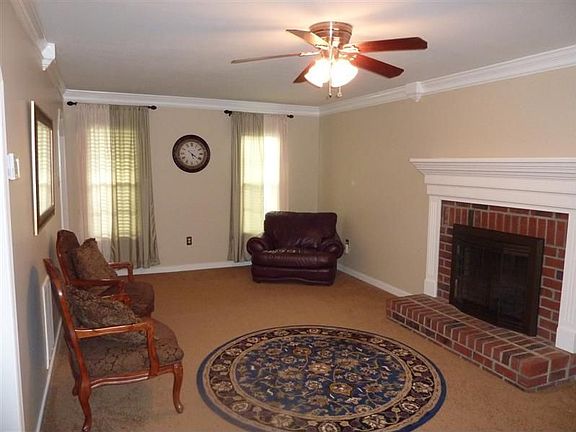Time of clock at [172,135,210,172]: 5:21
